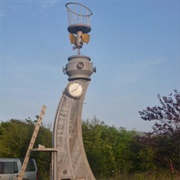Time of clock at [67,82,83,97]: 8:06
